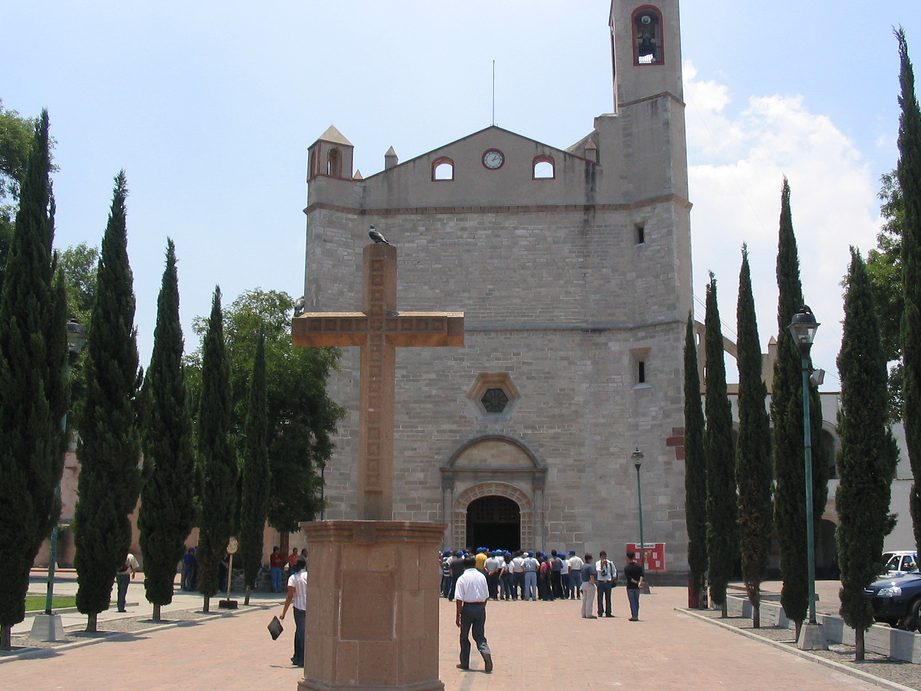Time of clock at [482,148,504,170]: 1:12
